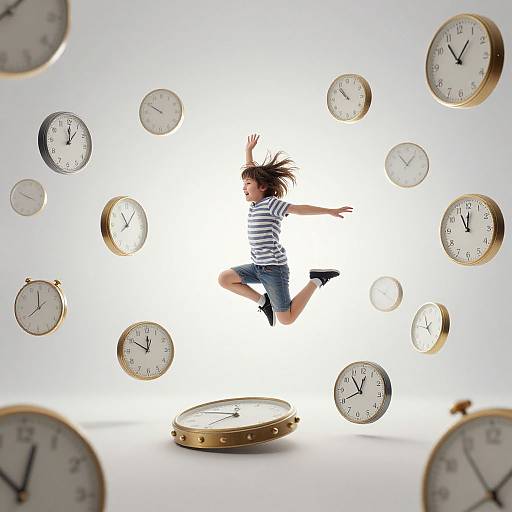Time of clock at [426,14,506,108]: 12:53
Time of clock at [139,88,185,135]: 9:50
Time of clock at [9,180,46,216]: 3:49
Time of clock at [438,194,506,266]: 11:00
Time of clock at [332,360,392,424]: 10:40
